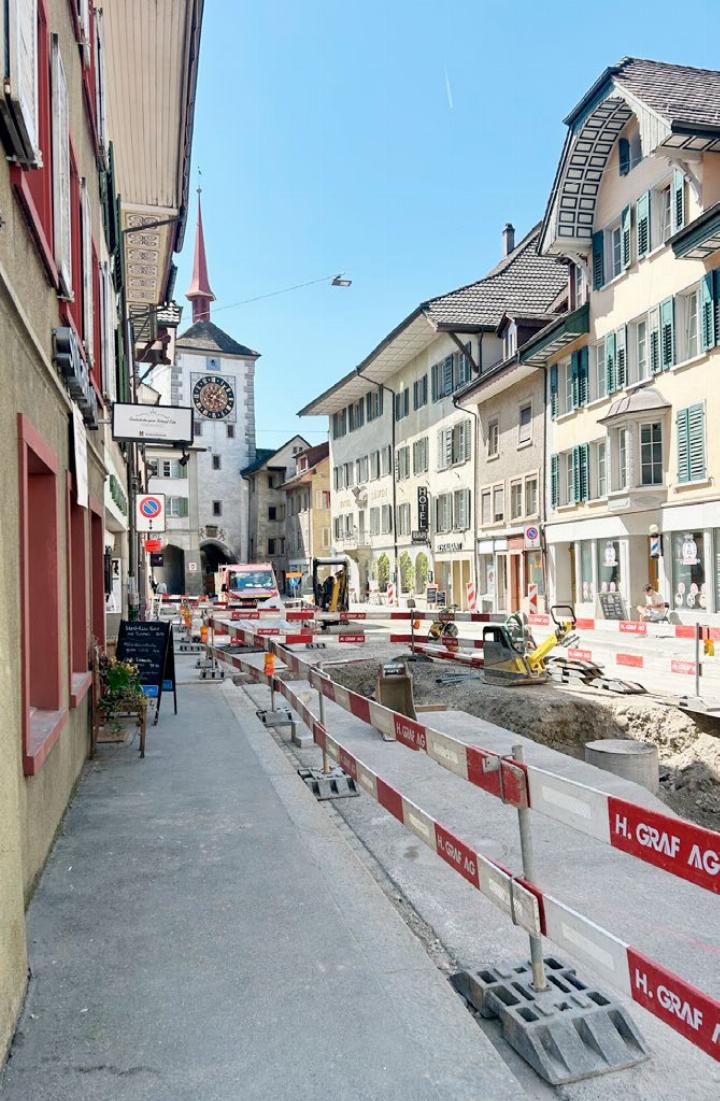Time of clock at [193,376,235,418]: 1:18
